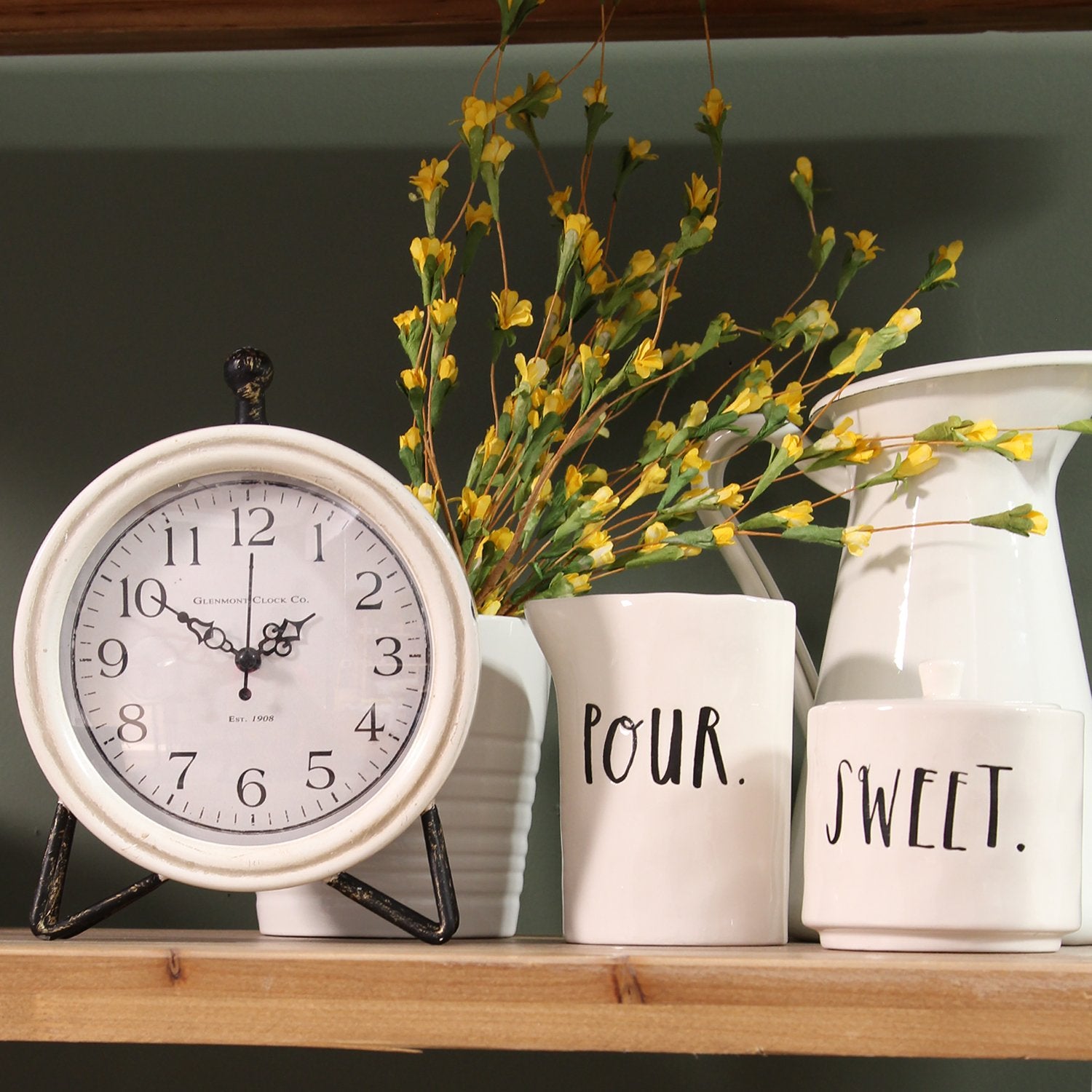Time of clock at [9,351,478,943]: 1:50
